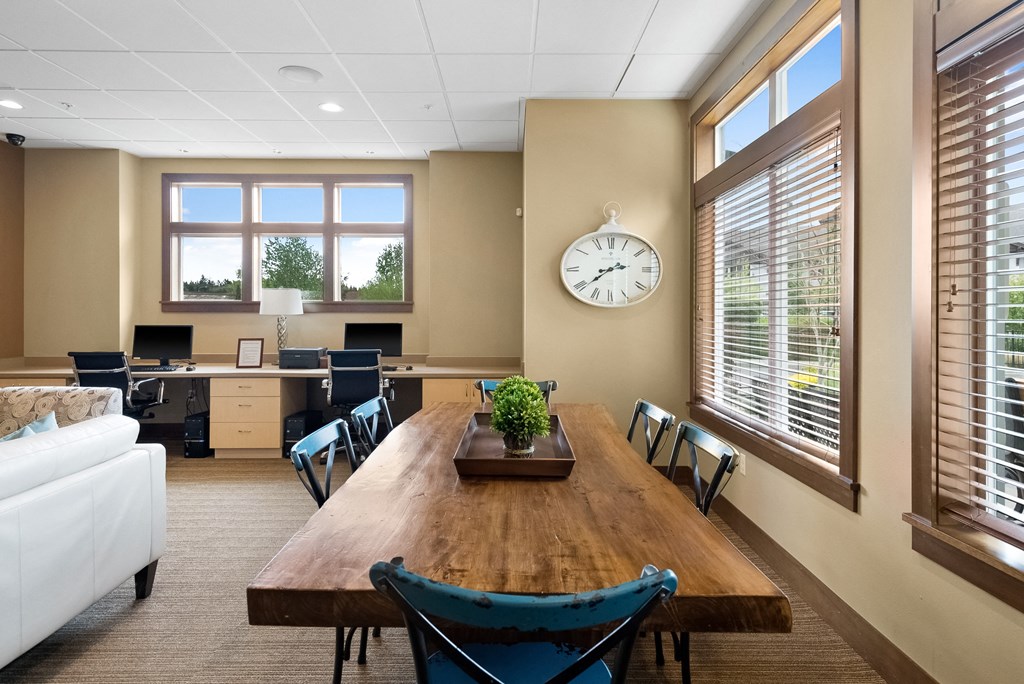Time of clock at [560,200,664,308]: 2:38
